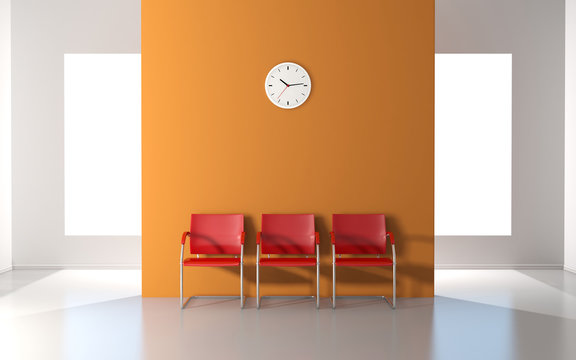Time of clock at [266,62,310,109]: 10:13
